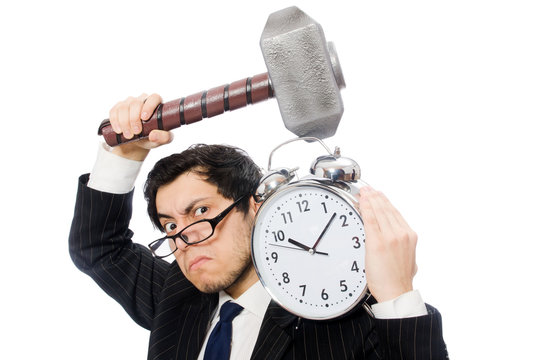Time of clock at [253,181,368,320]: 10:07
